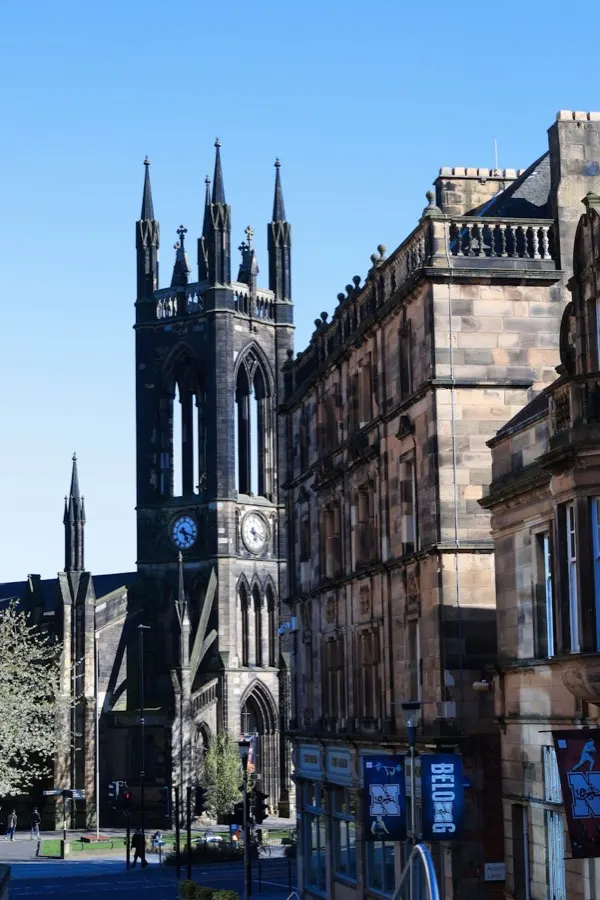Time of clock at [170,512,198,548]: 5:18
